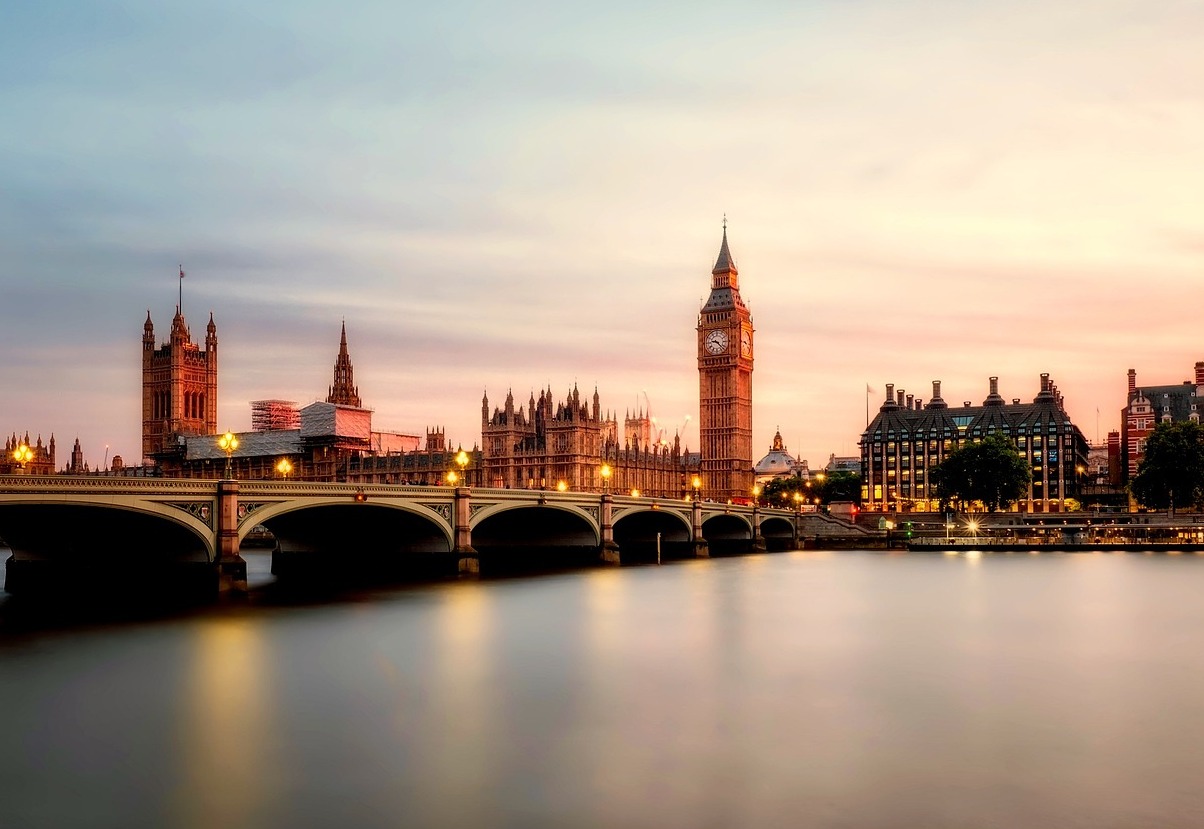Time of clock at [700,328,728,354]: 9:22
